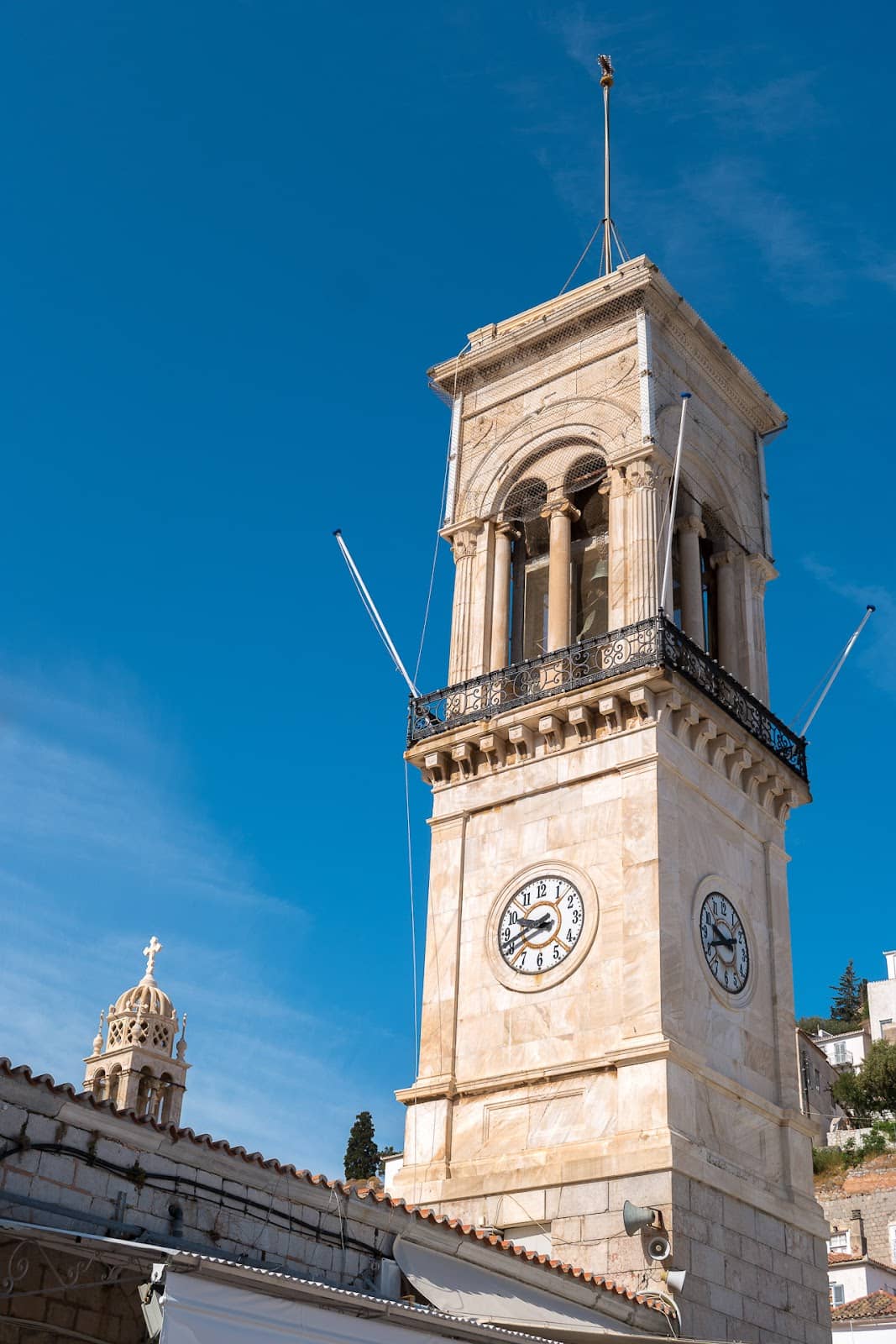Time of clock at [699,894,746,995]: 9:41
